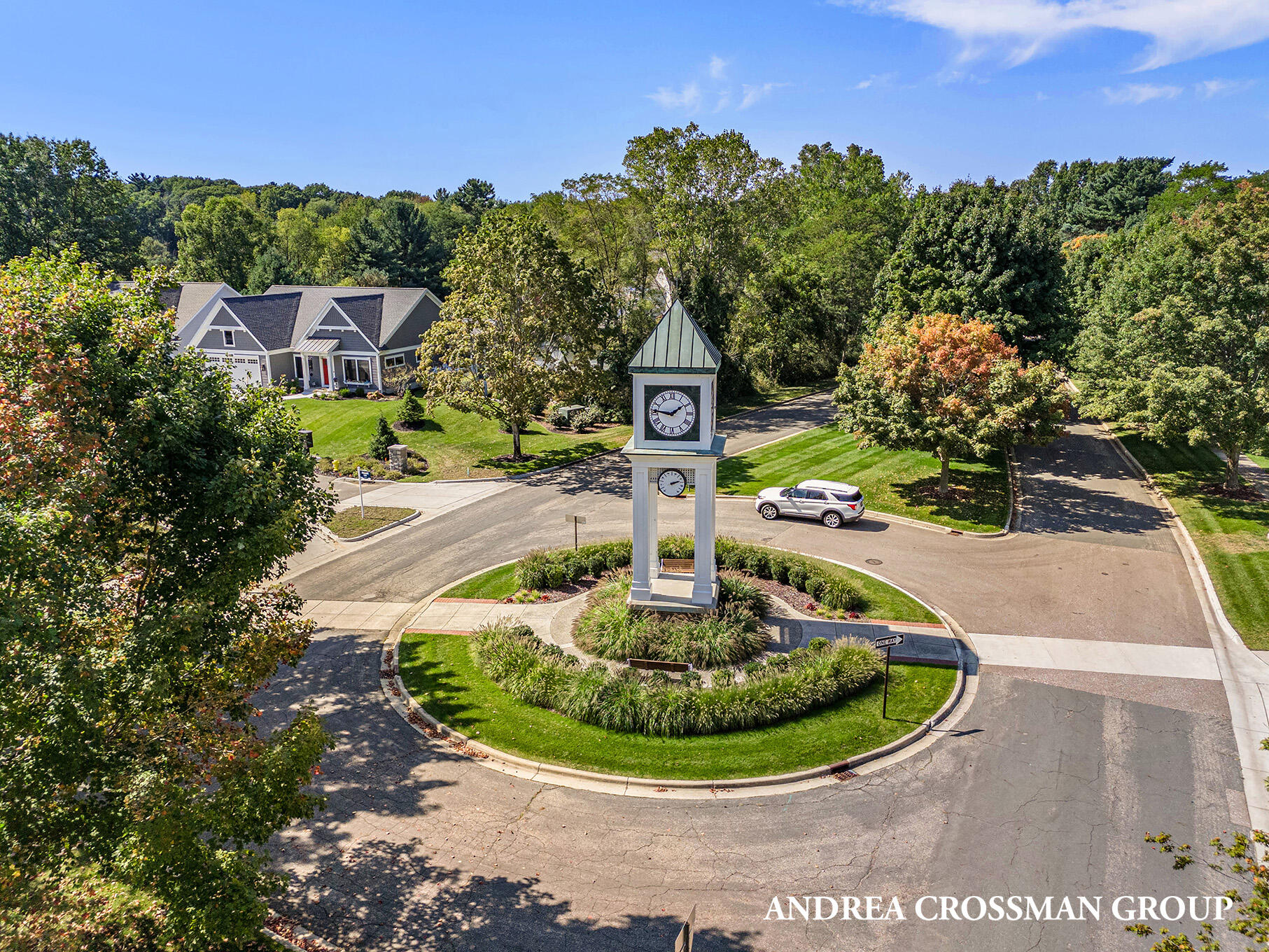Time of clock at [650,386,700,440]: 1:46
